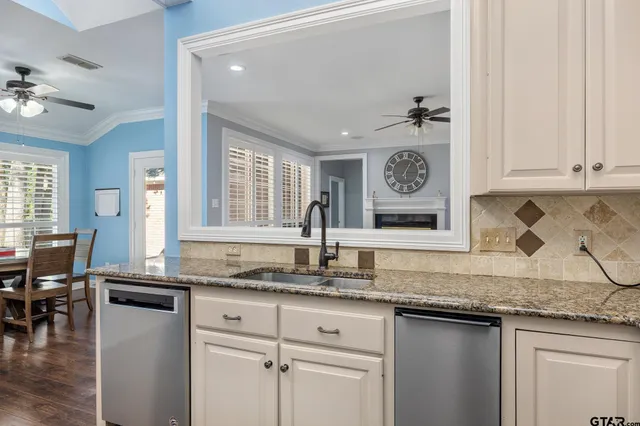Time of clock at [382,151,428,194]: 1:14
